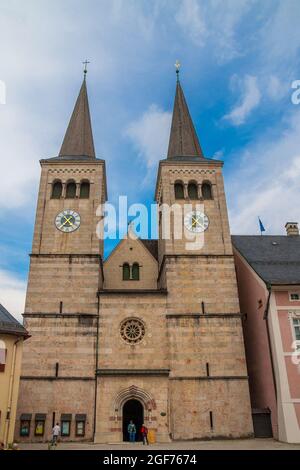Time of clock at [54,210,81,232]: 1:36
